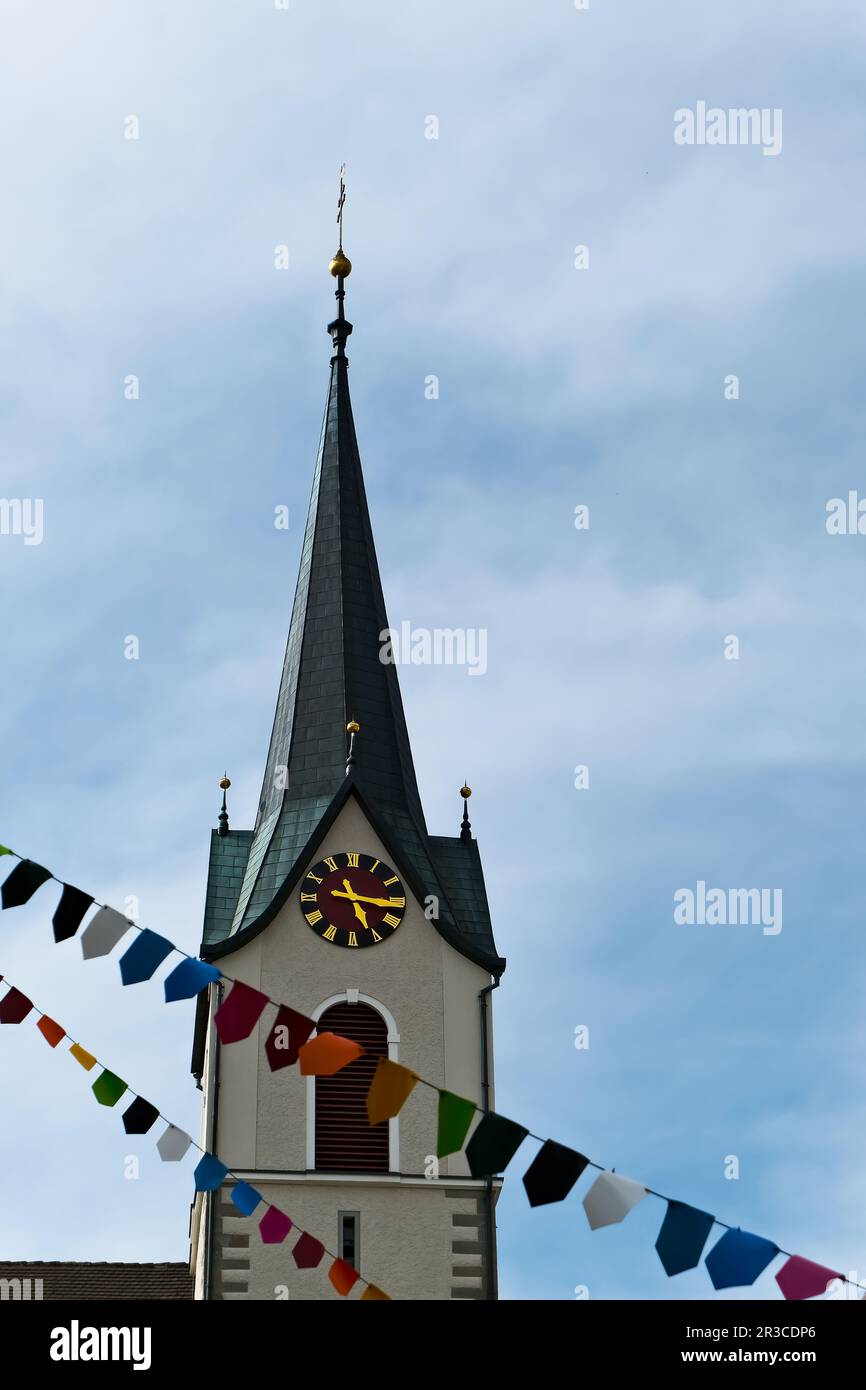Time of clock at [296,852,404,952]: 5:16
